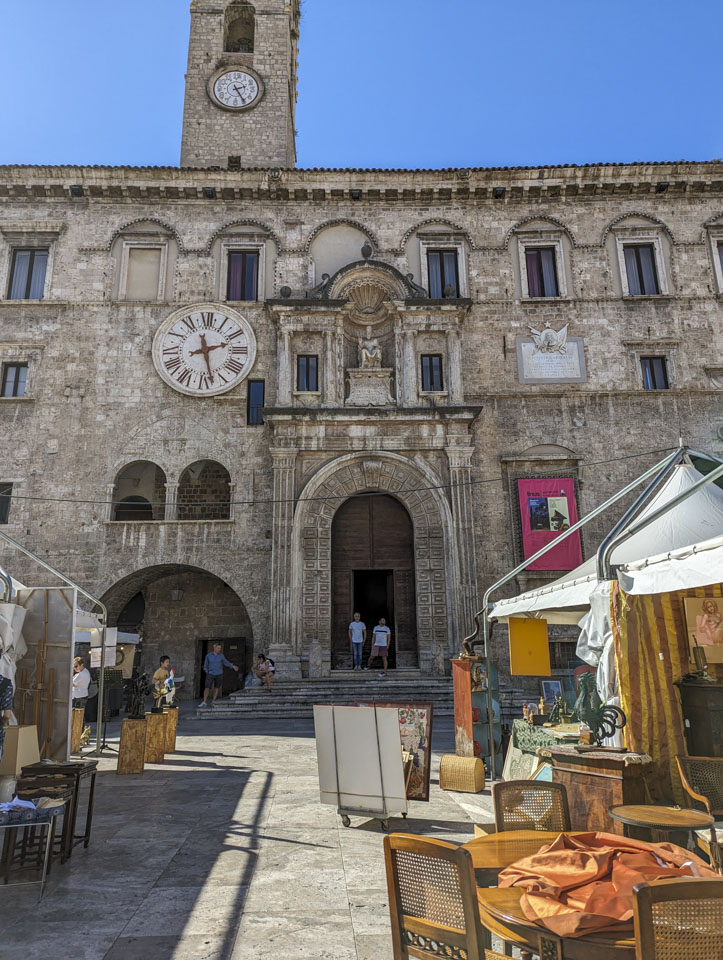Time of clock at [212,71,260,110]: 2:25
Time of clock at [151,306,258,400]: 2:27
